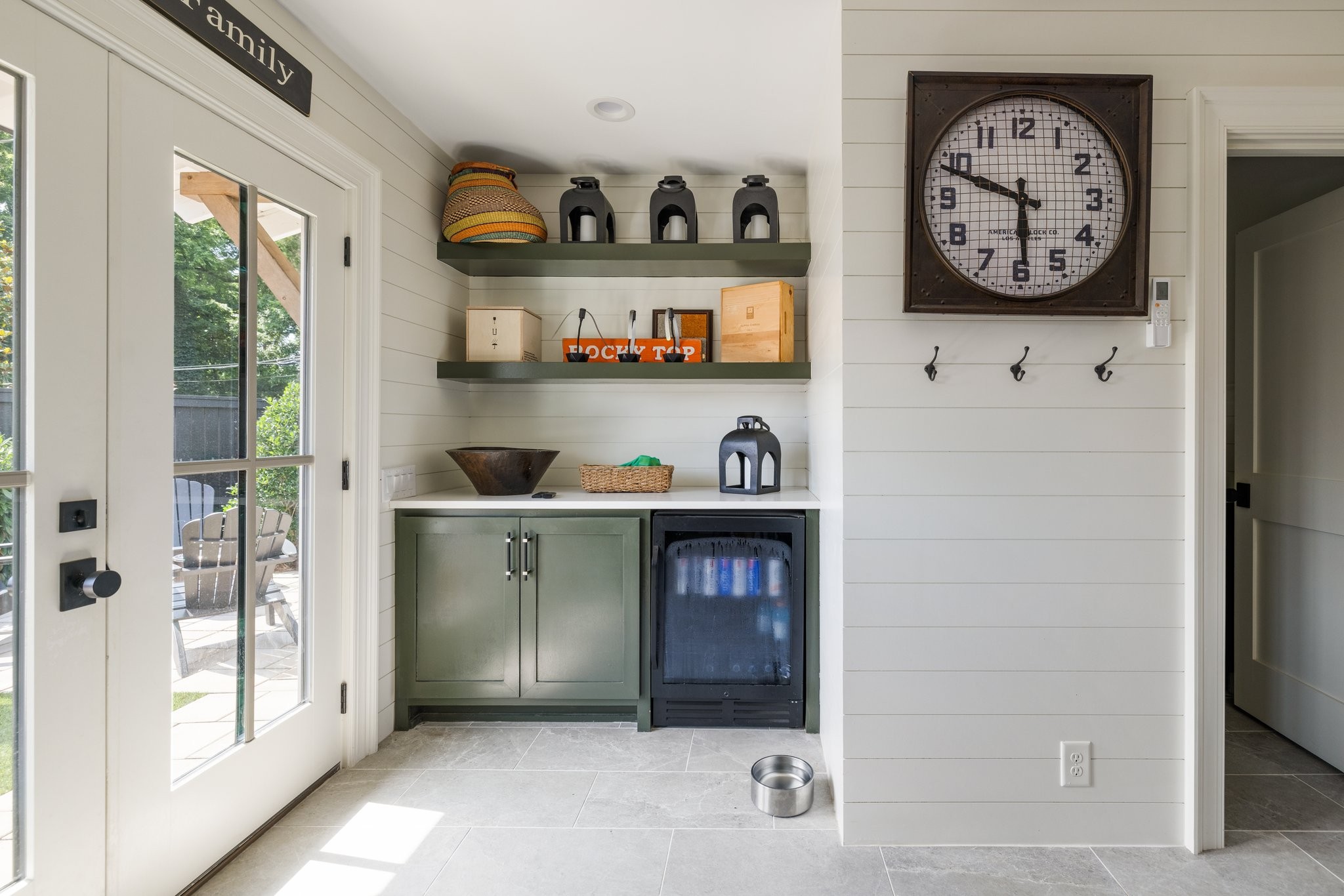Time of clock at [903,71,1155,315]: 5:48
